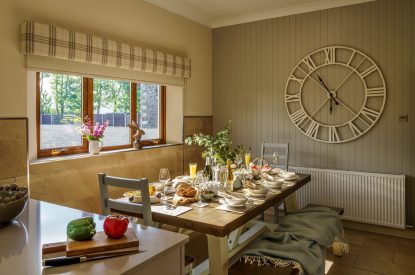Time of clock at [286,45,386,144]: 5:54
